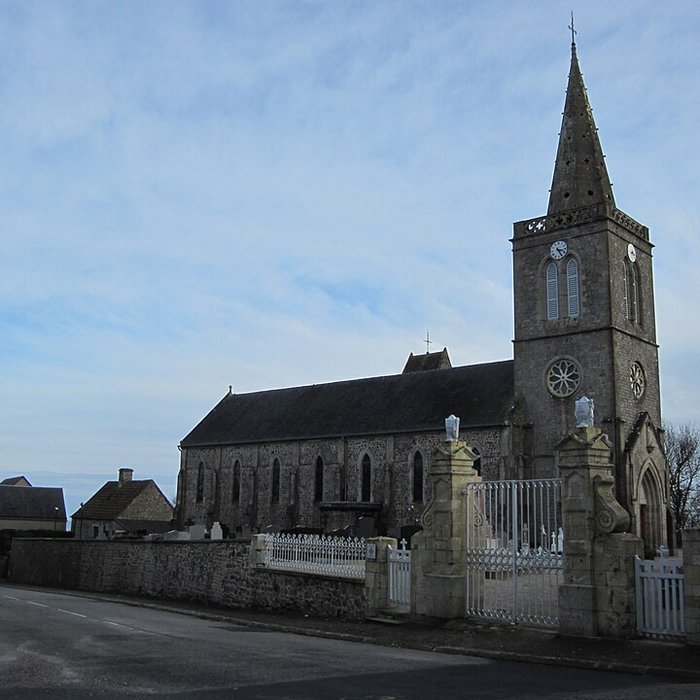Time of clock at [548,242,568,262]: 3:24
